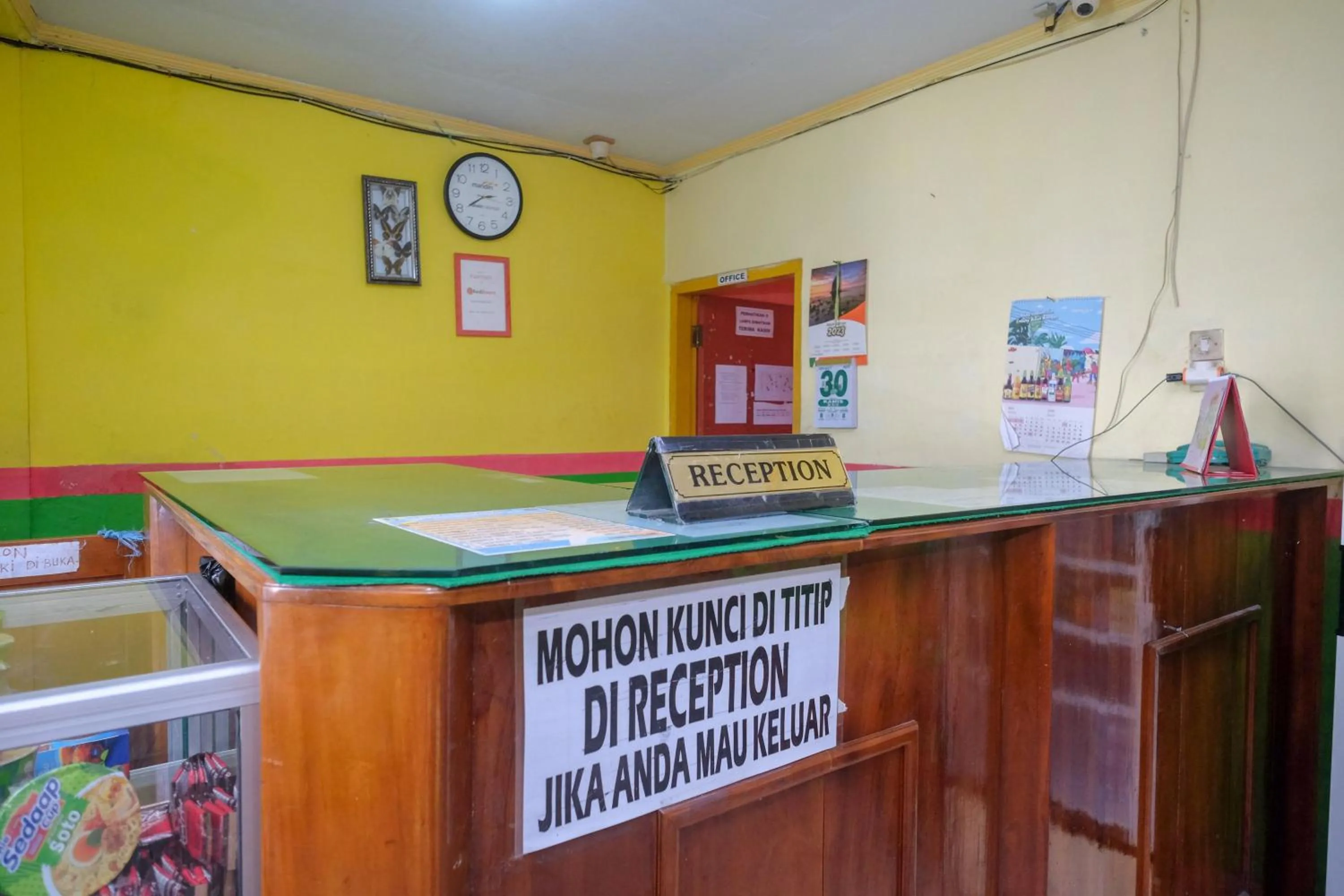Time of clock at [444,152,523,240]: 2:39
